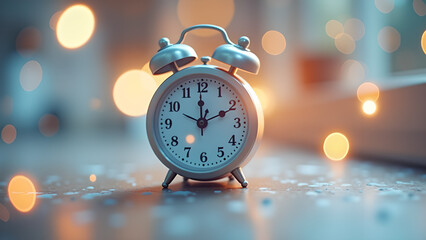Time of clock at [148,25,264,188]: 1:59
